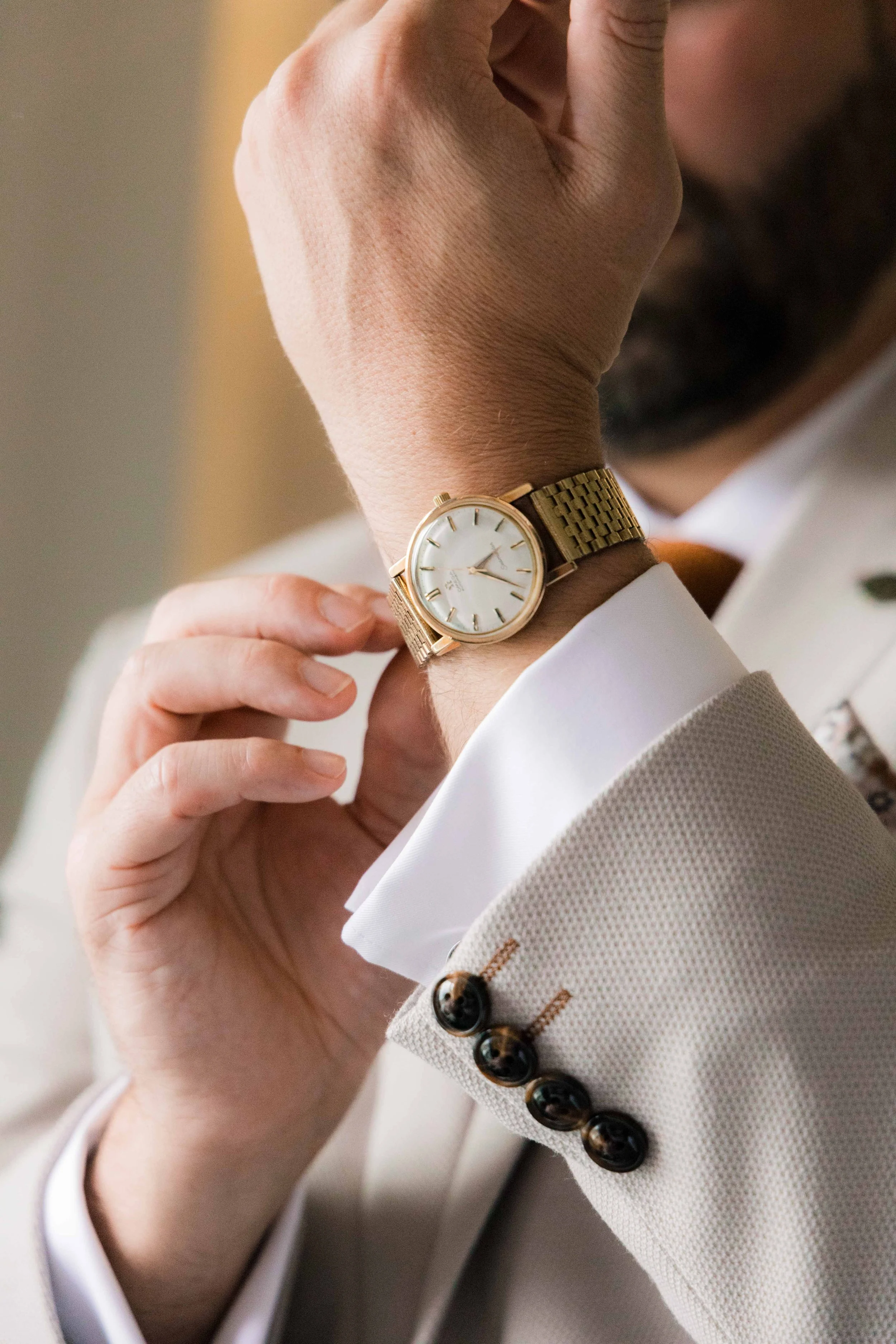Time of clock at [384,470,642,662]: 2:18
